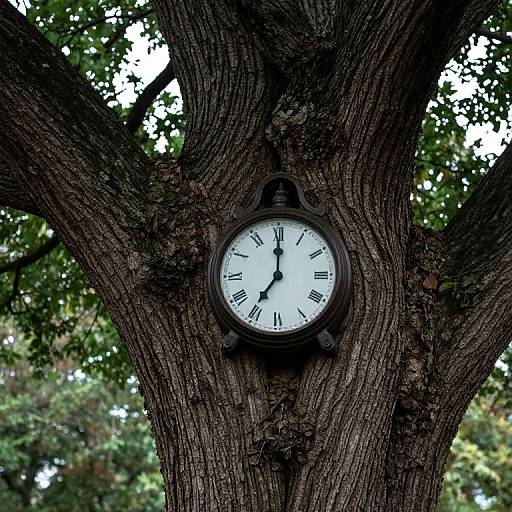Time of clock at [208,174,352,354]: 7:00
